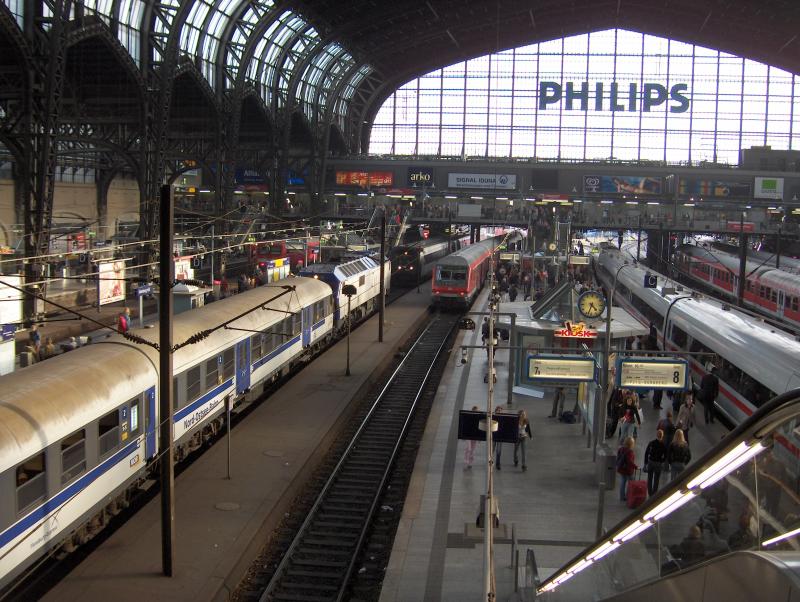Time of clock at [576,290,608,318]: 4:33
